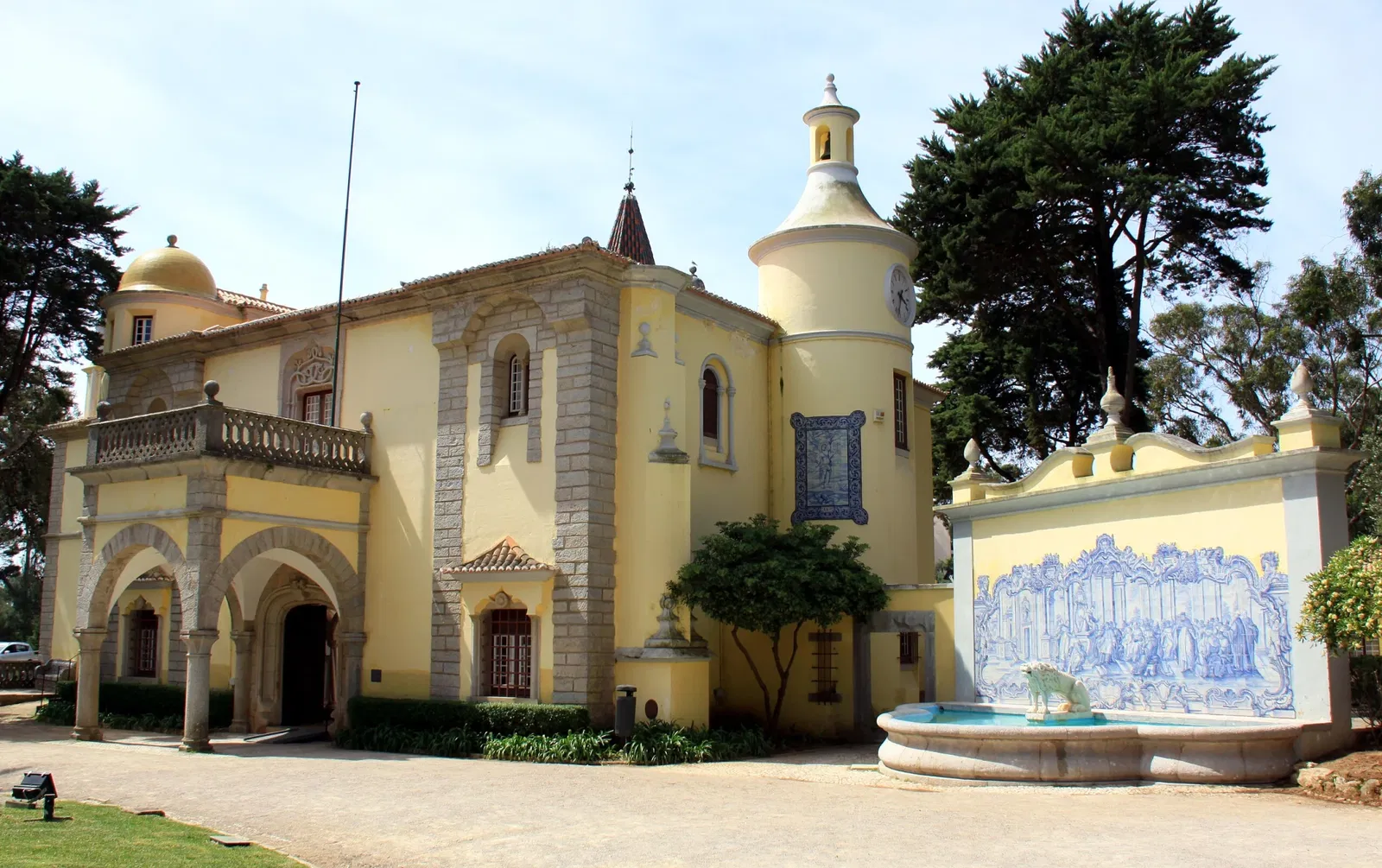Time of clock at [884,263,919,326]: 3:32
